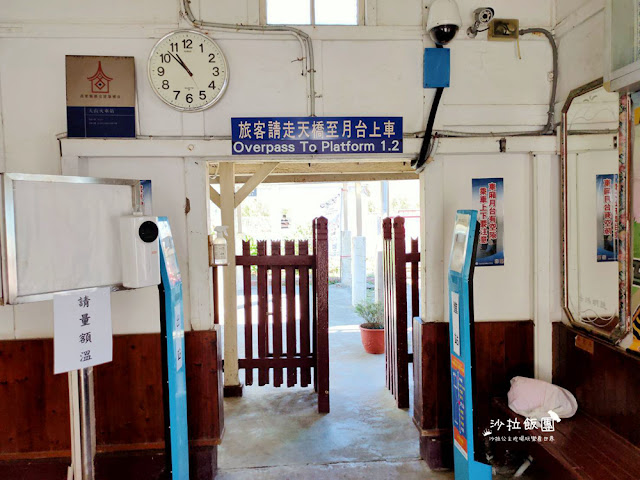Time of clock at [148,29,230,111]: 10:52
